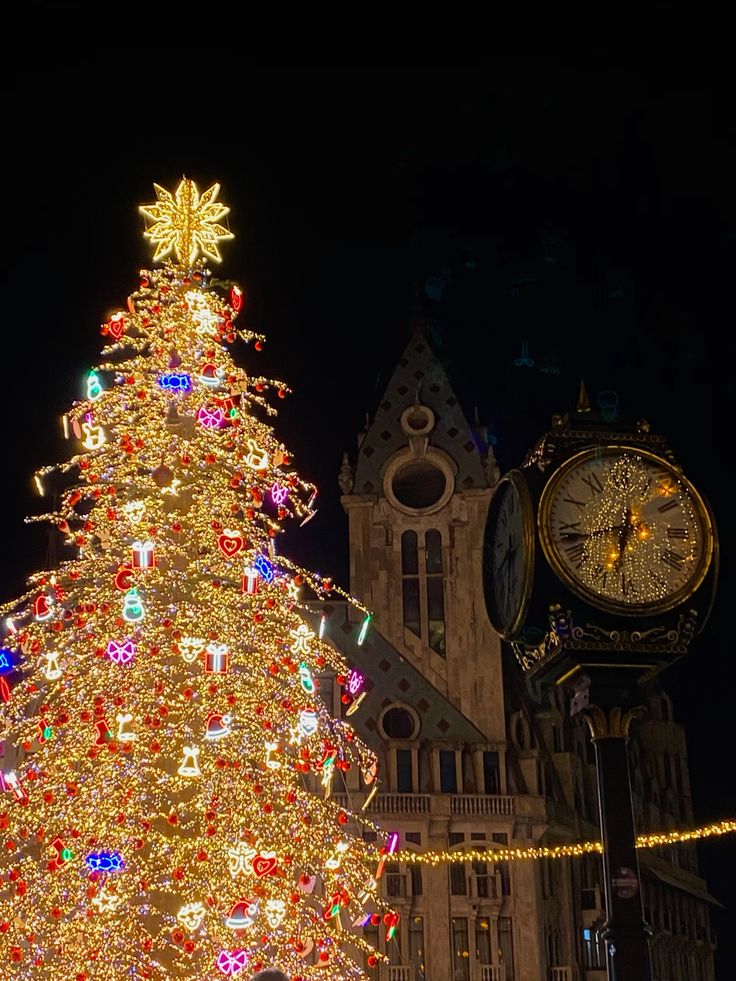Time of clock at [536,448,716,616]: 6:43
